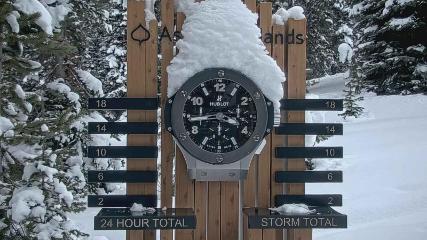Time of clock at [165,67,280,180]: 3:43
